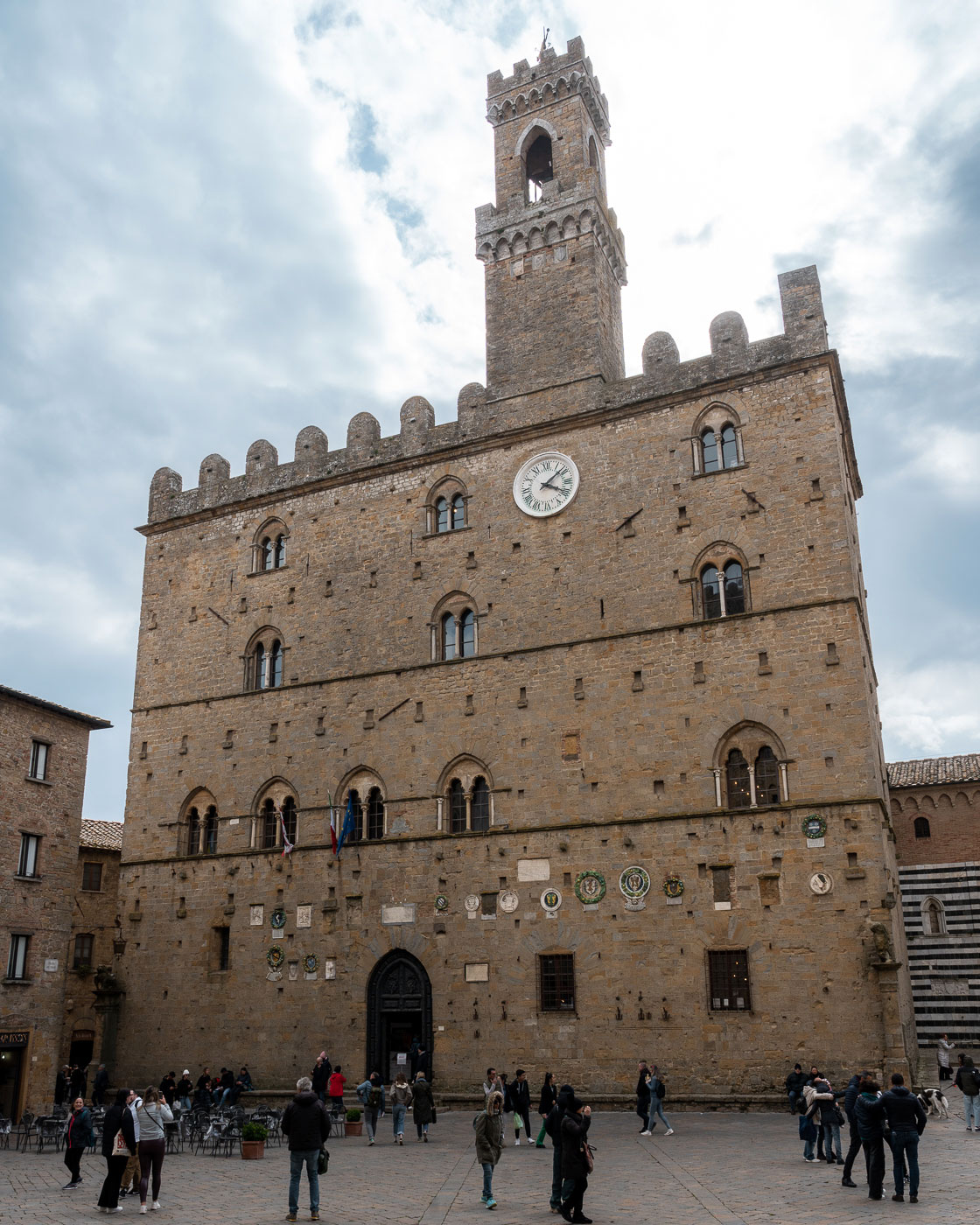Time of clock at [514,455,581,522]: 4:08
